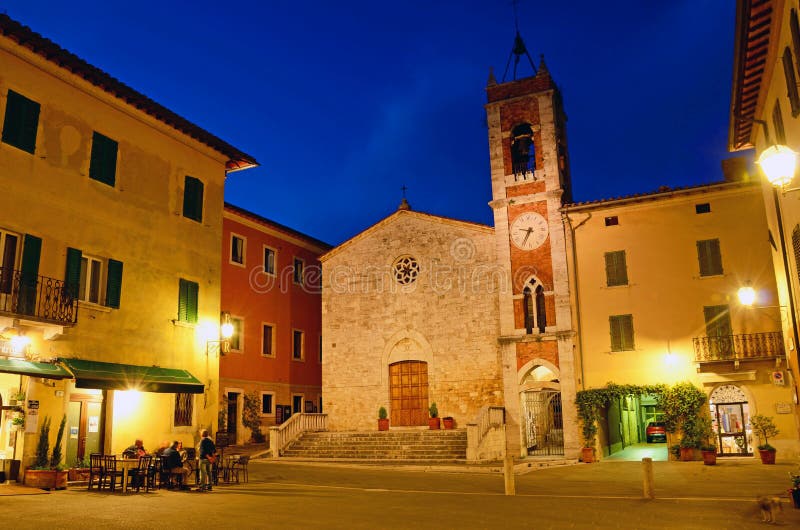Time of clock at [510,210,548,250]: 9:35
